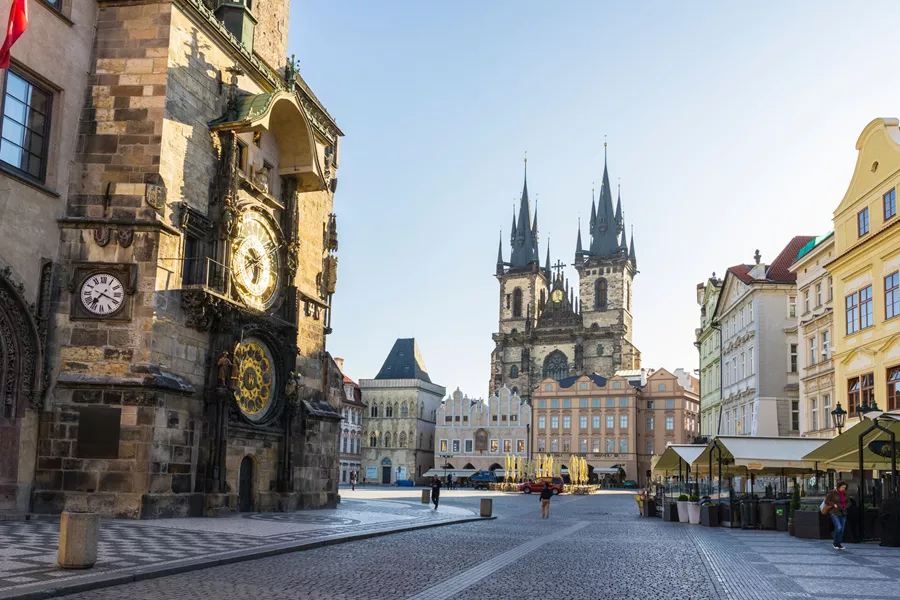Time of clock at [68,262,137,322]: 7:18
